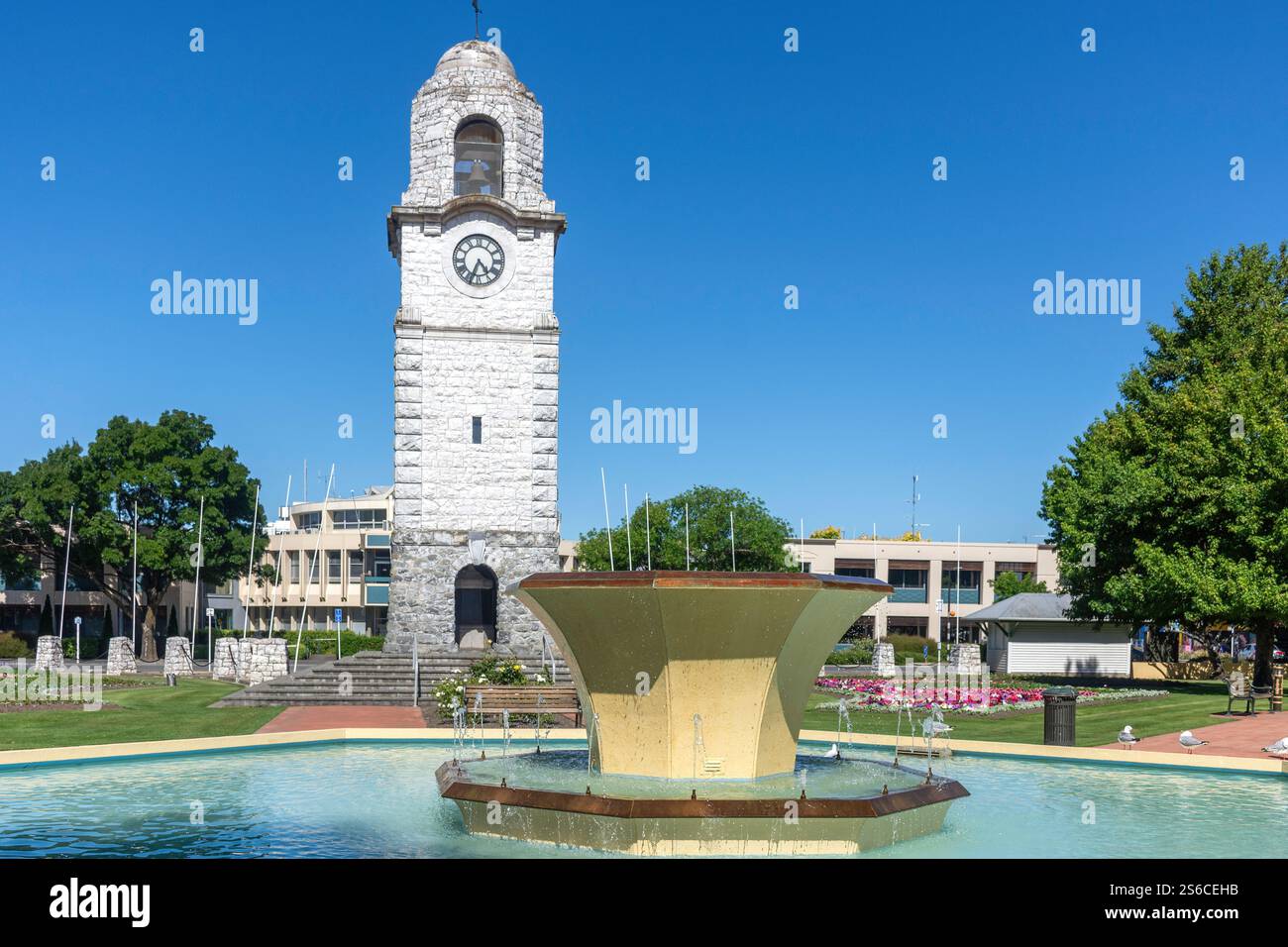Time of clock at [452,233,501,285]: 4:34
